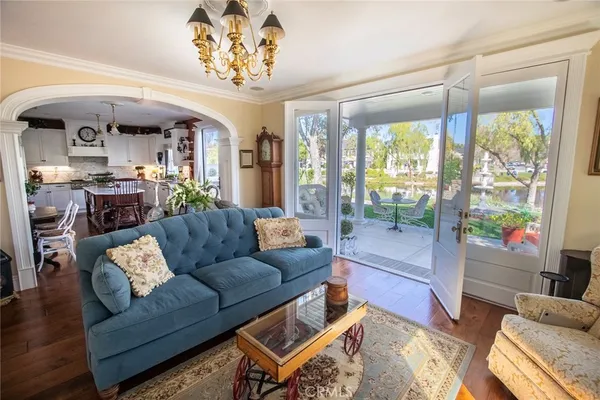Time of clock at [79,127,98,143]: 11:35
